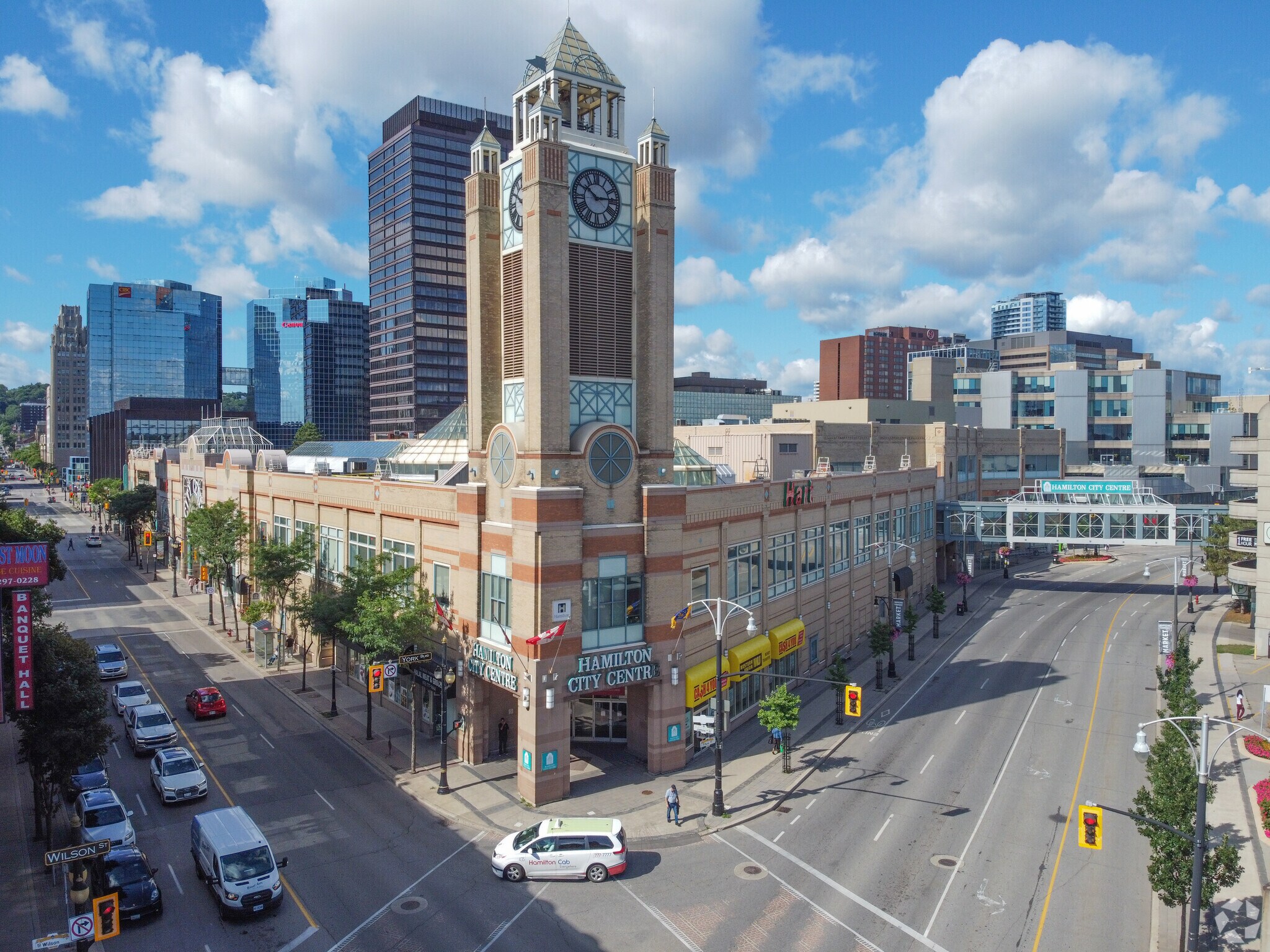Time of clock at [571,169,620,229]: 10:14
